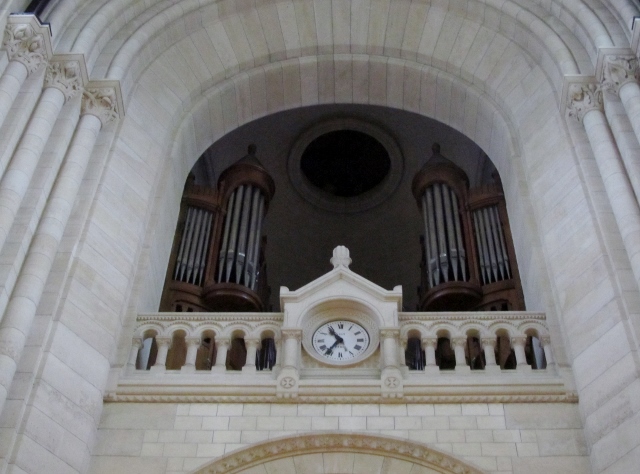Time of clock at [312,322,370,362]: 10:36
